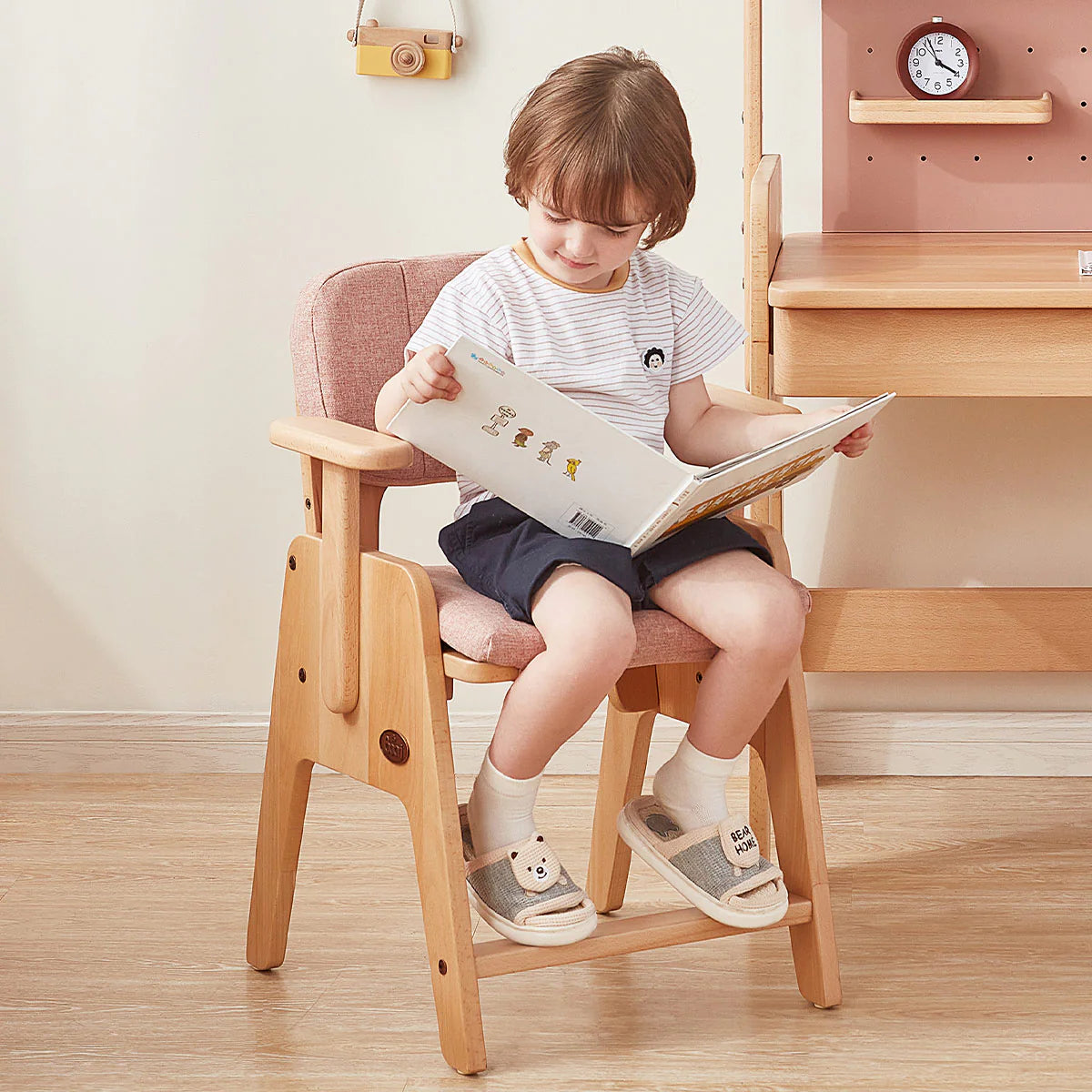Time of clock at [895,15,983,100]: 3:55
